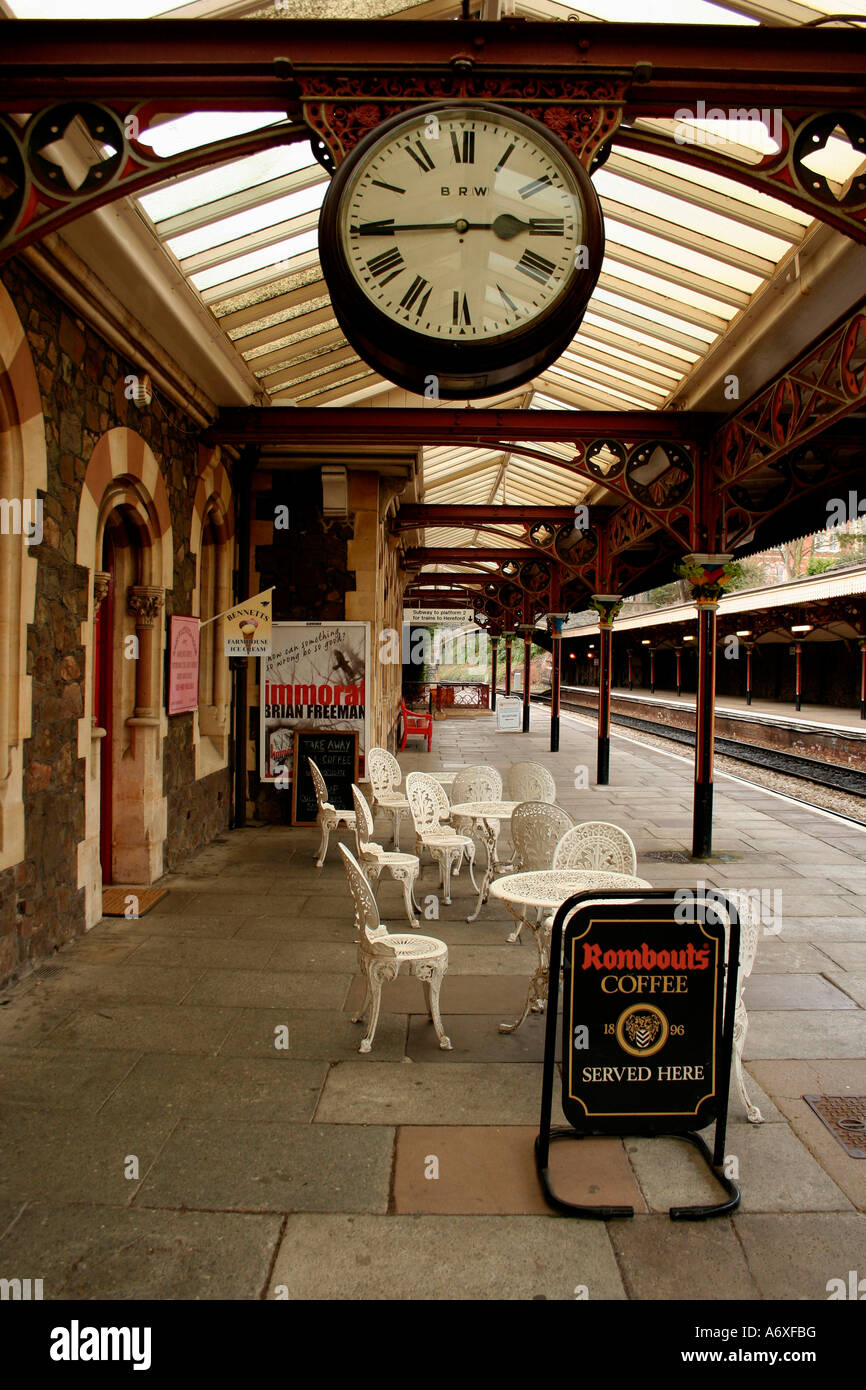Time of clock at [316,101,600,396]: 2:44
